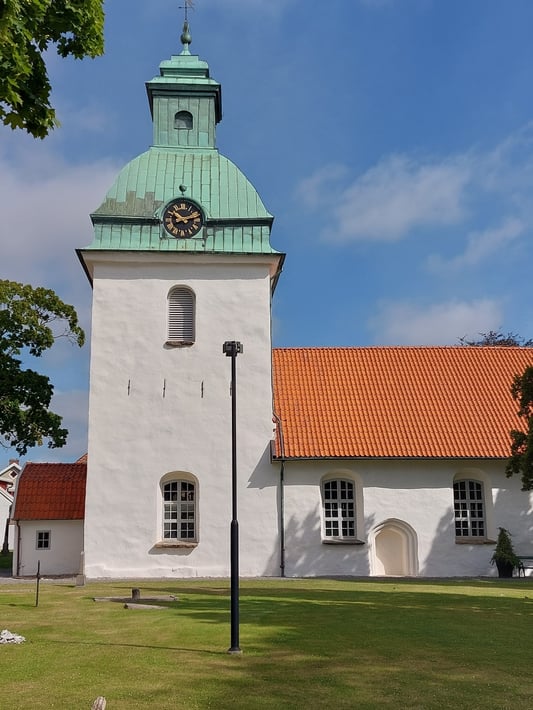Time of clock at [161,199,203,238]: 10:11
